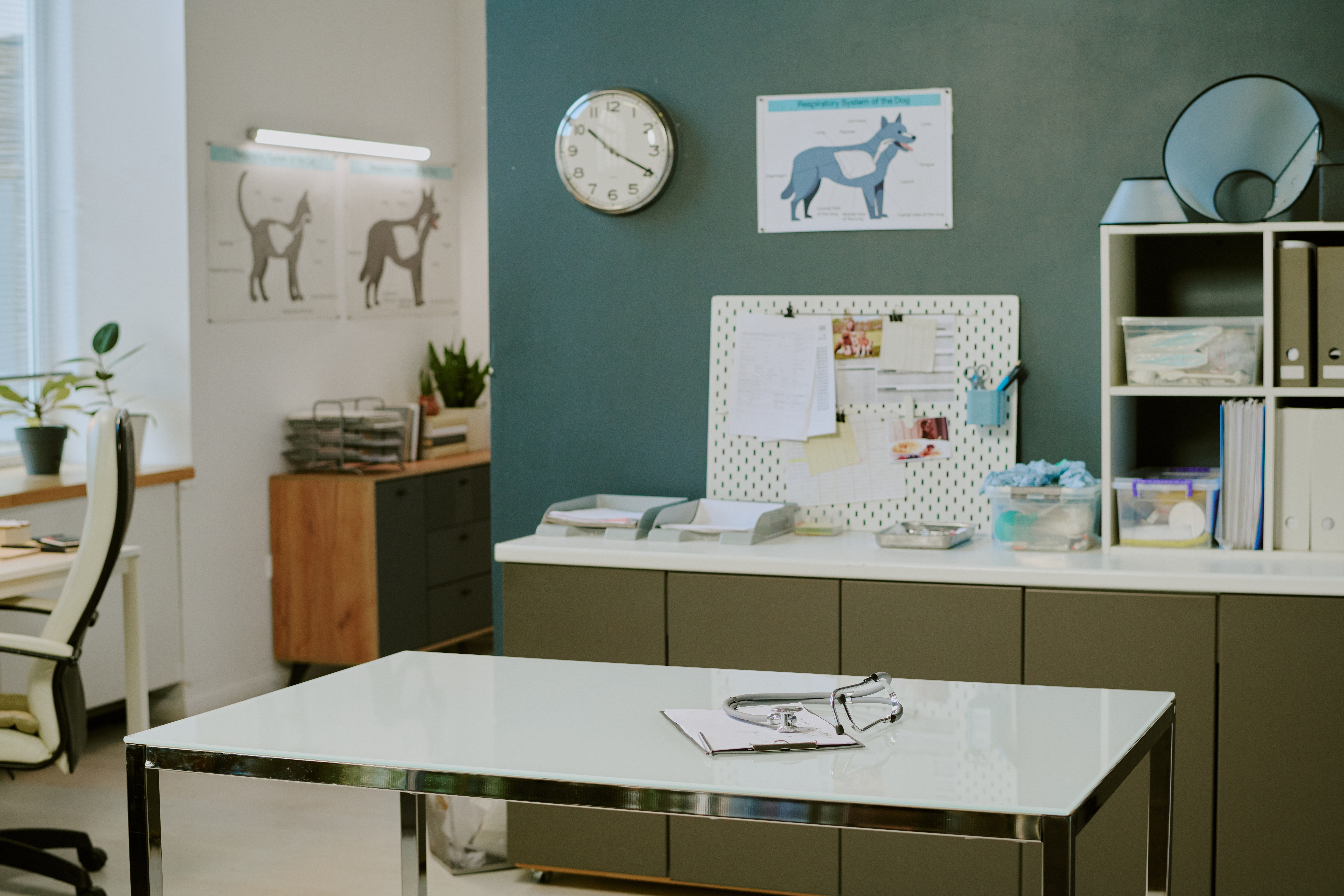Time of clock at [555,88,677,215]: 10:19
